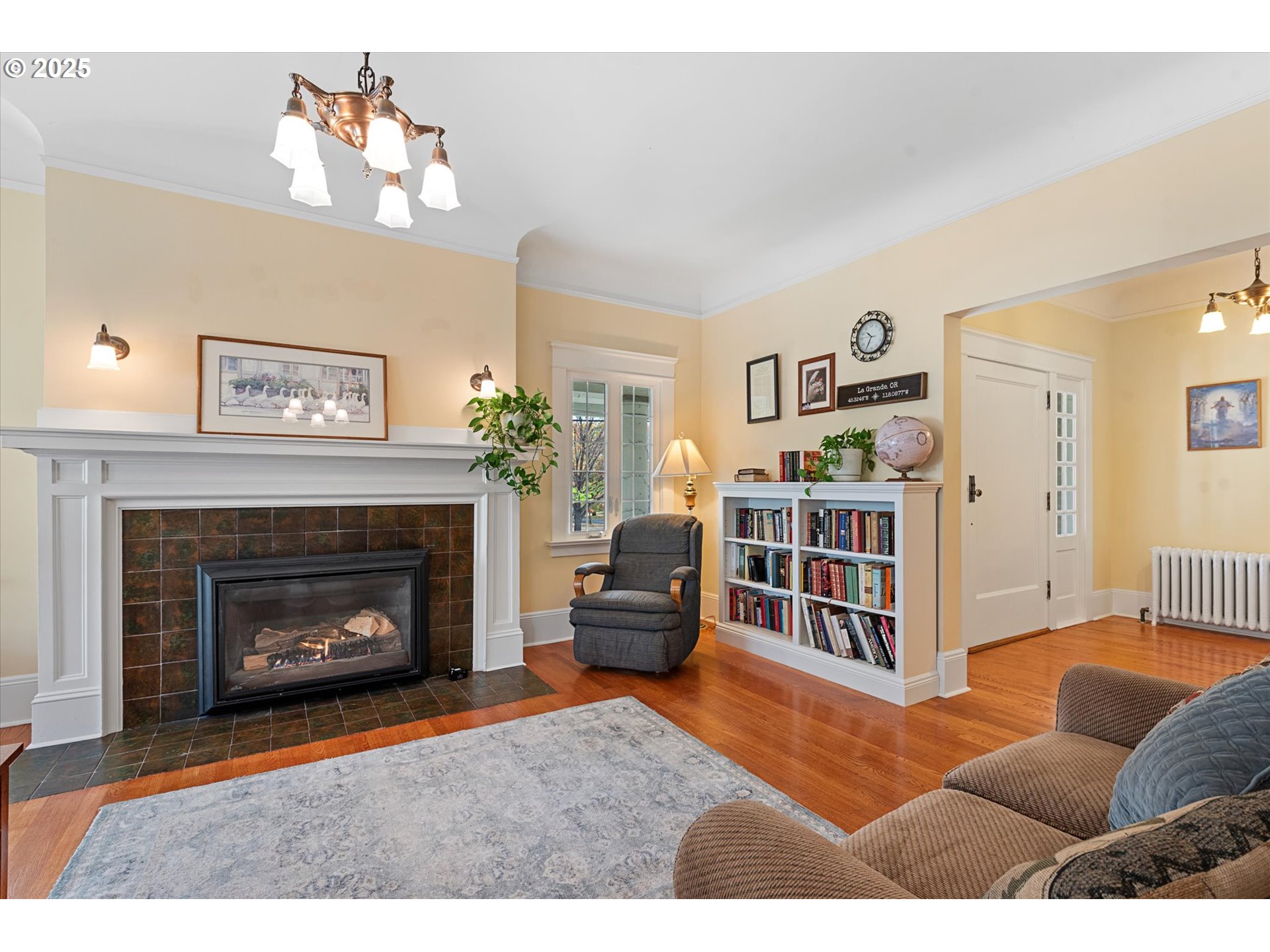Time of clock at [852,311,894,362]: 10:34
